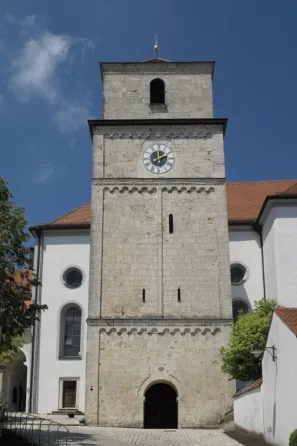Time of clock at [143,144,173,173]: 1:59
